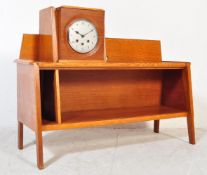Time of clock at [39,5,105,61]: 10:10
